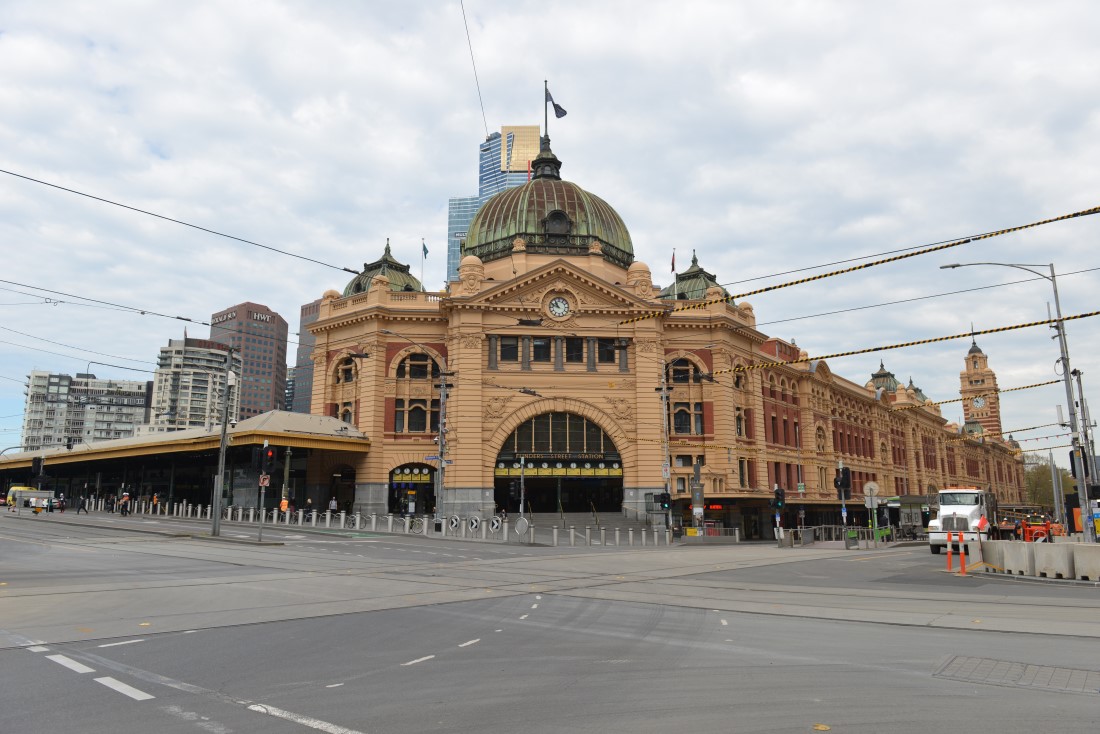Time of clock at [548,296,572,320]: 10:48
